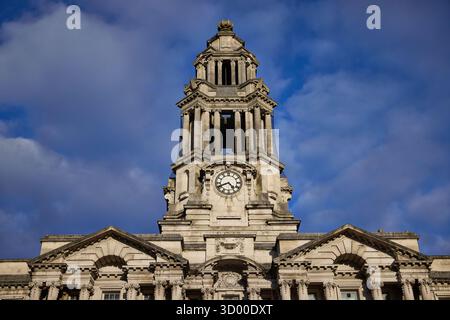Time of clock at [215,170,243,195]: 4:41
